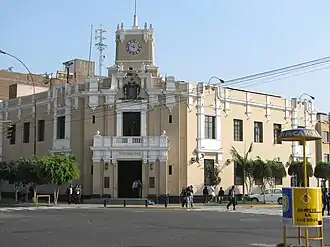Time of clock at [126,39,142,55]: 11:48
